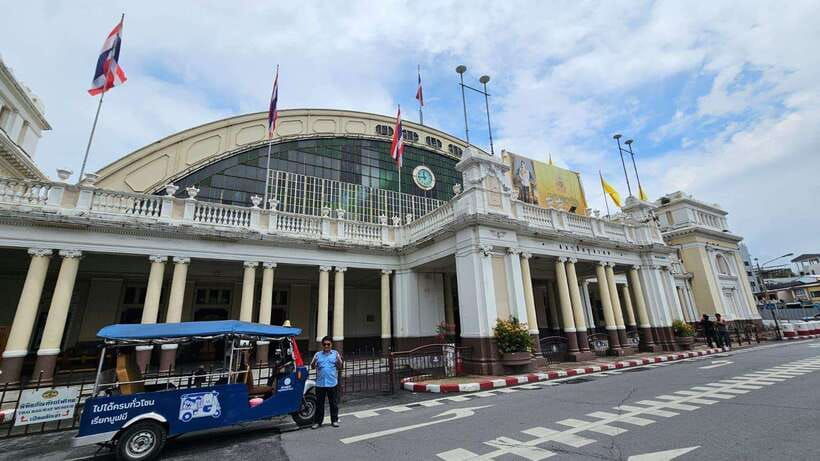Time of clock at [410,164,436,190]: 11:44
